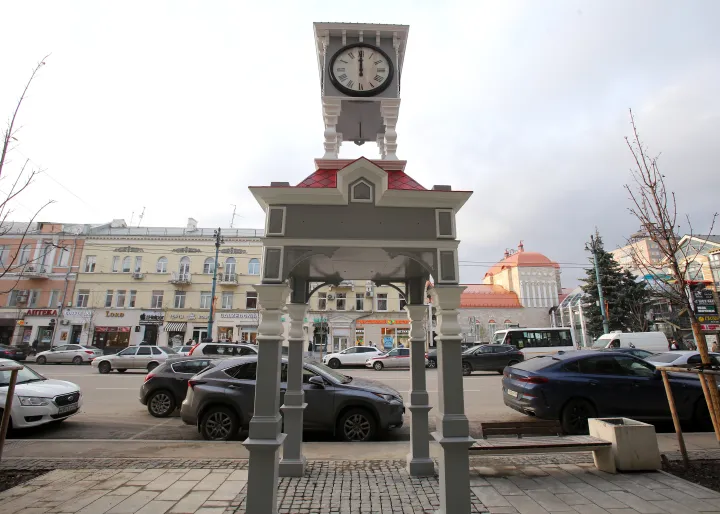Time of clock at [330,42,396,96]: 11:59
